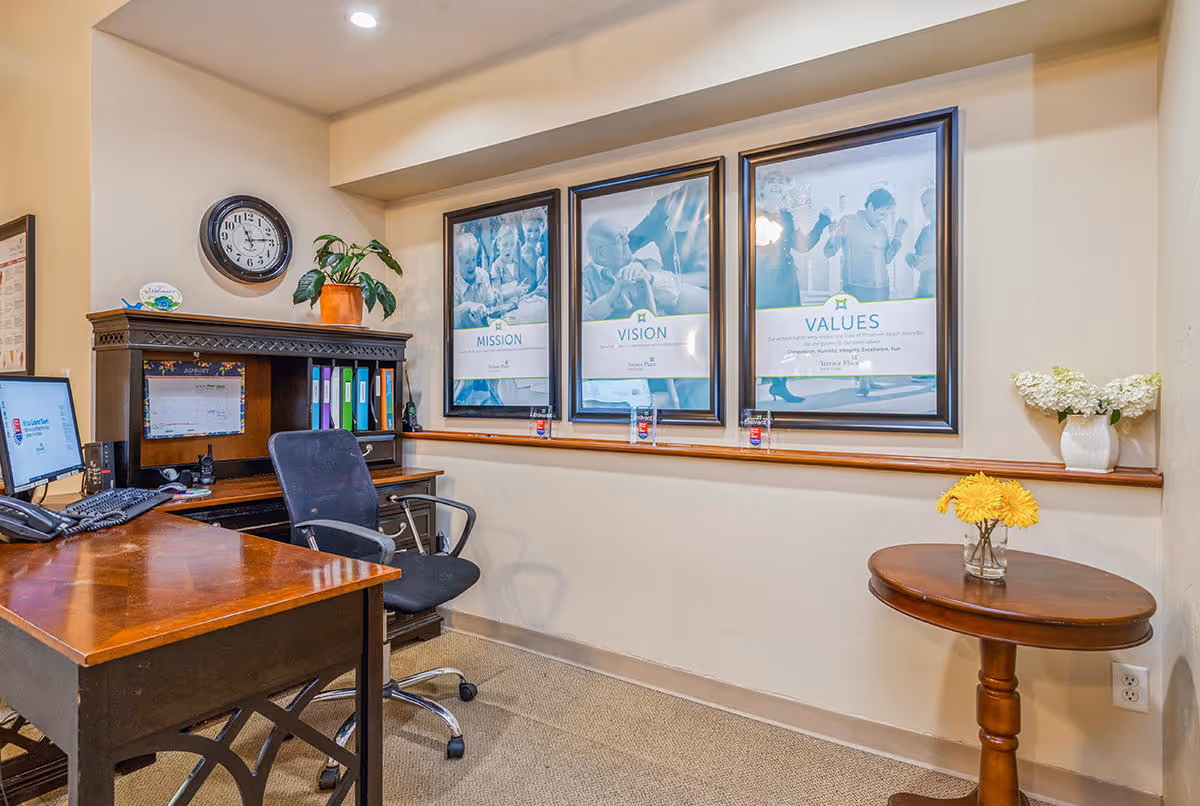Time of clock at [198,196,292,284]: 11:13
